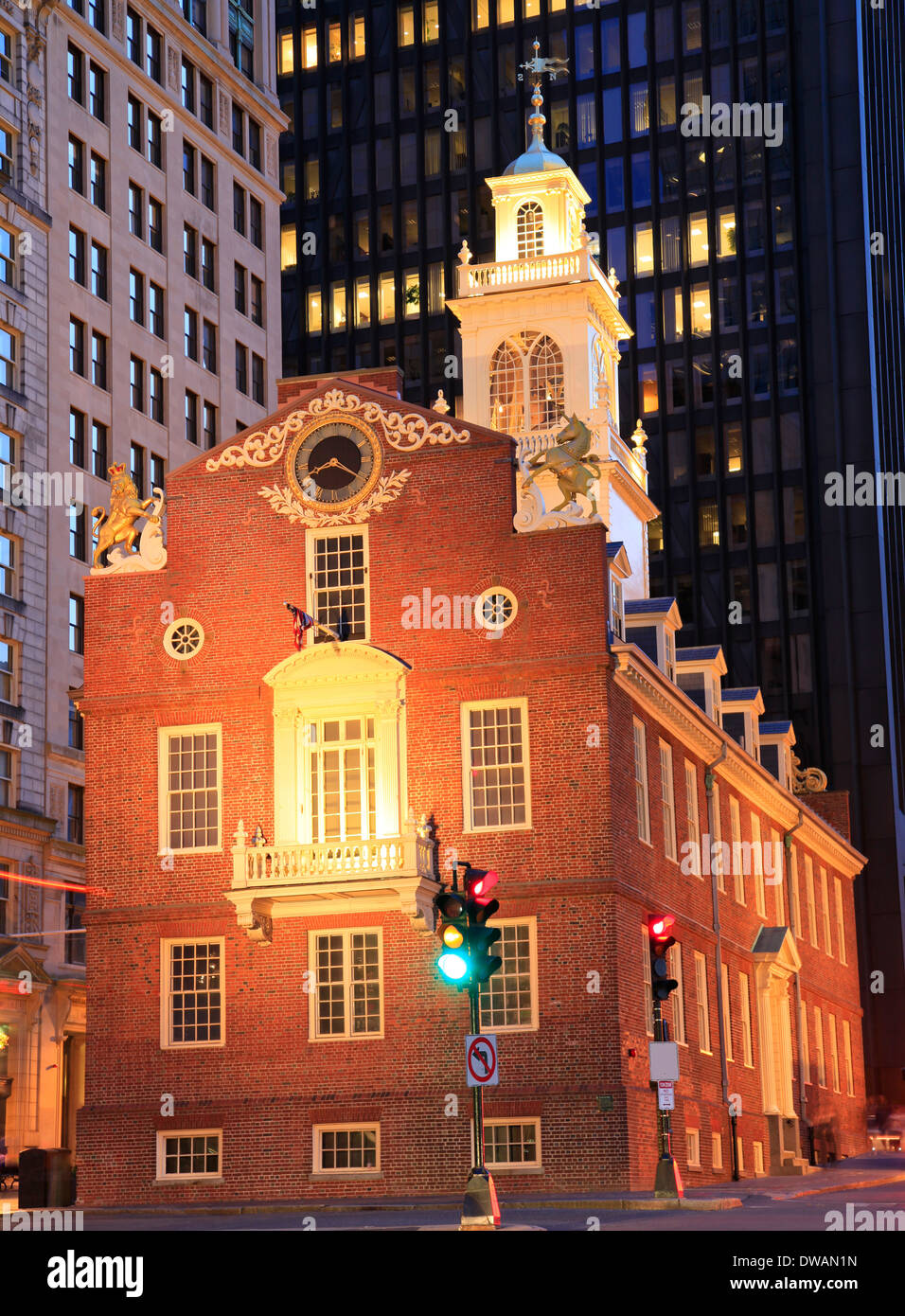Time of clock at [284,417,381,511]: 8:20
